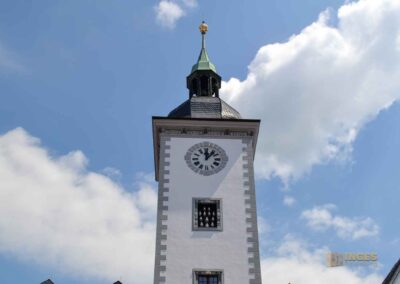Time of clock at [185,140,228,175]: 12:06
